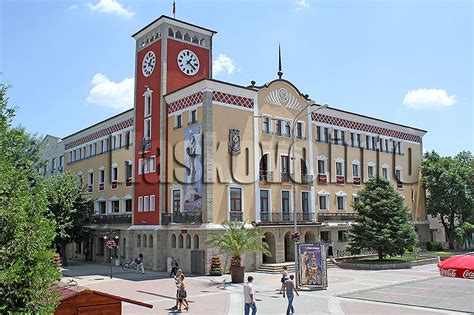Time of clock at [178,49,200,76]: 1:20
